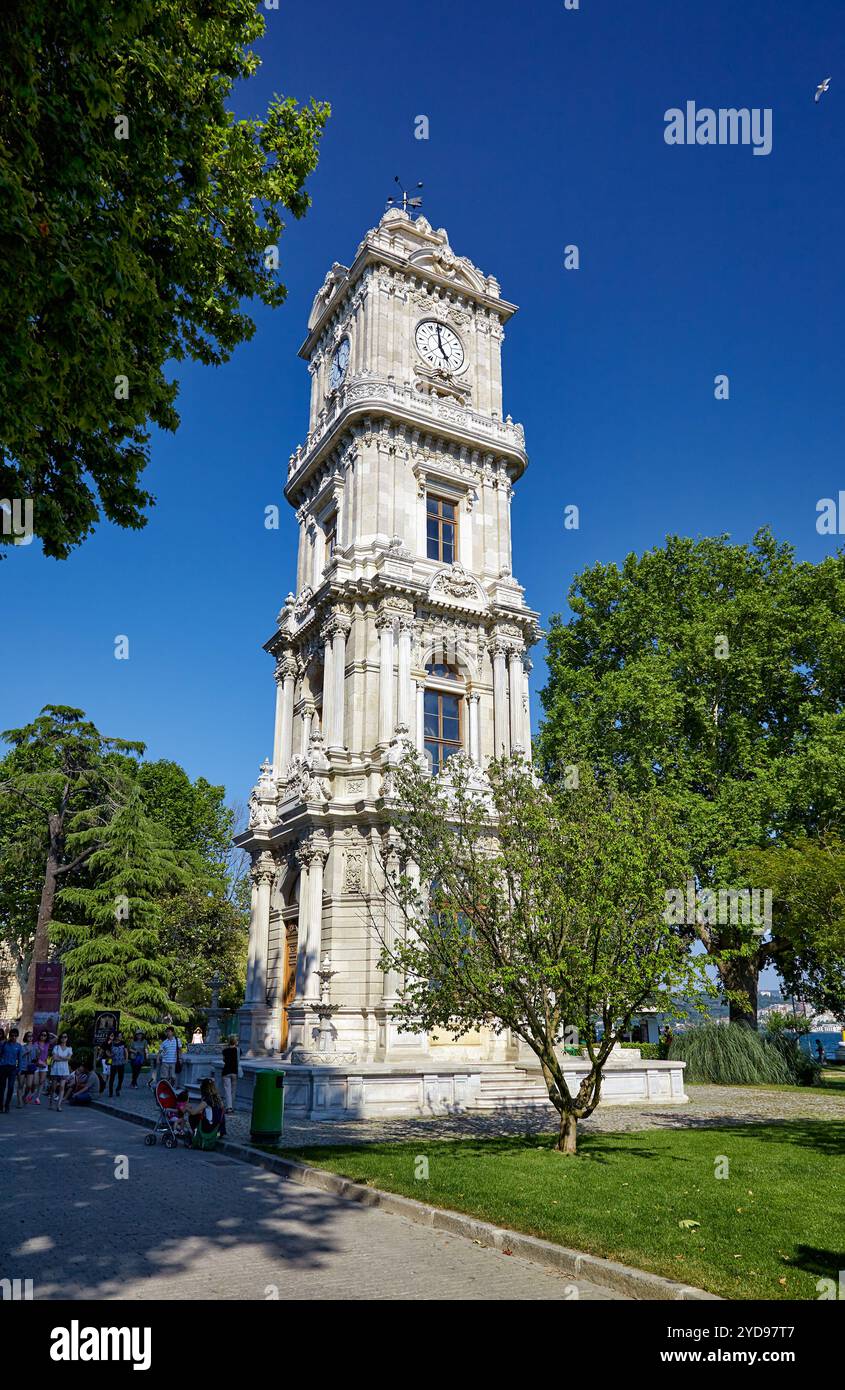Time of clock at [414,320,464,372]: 4:59
